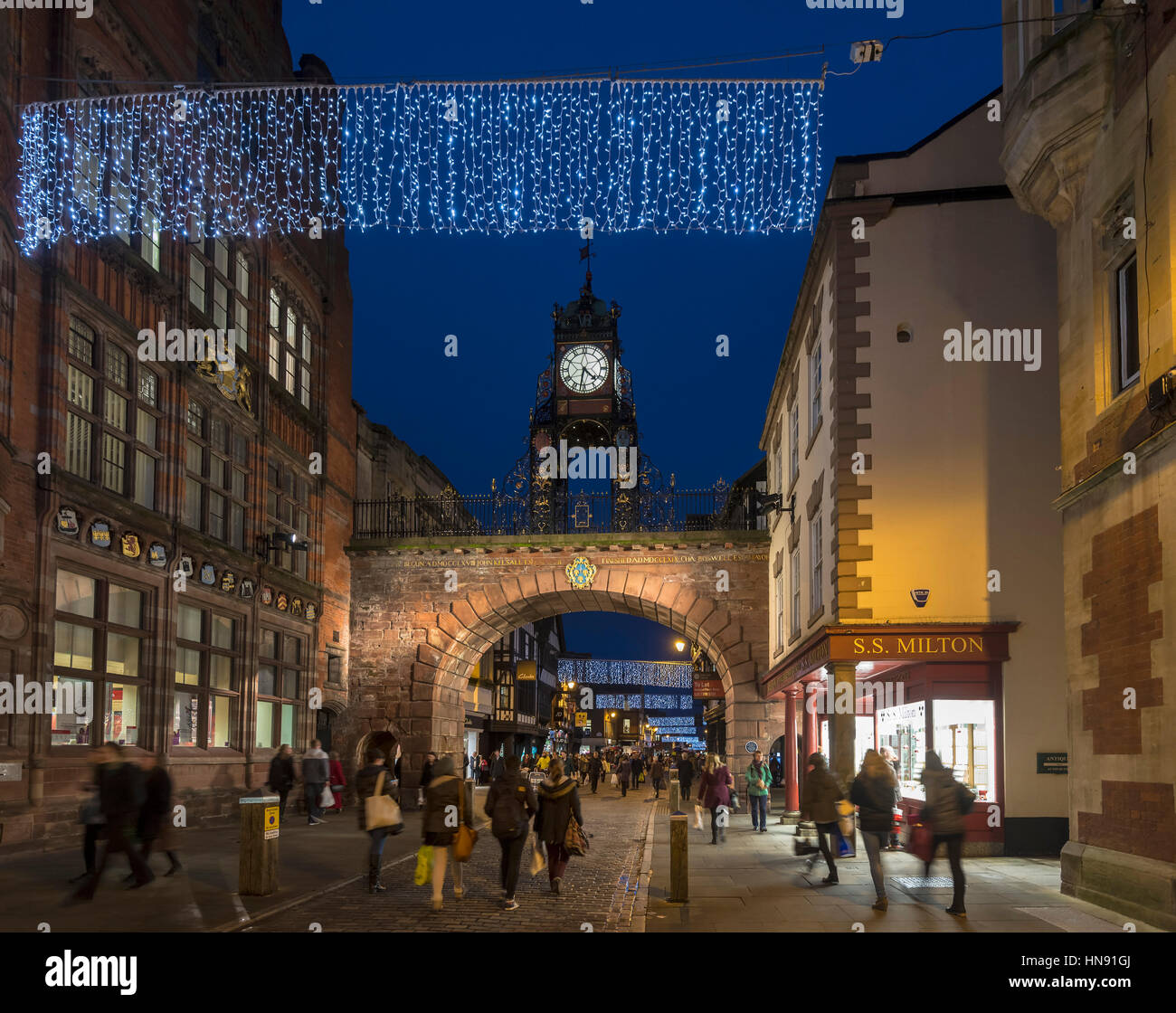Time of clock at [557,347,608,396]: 4:31
